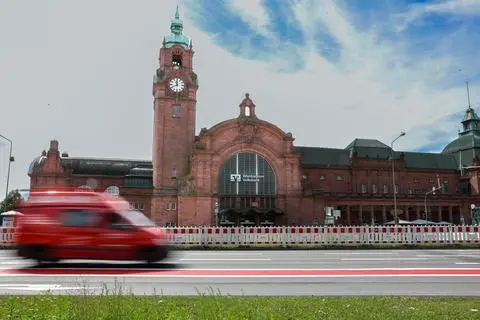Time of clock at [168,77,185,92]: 11:40
